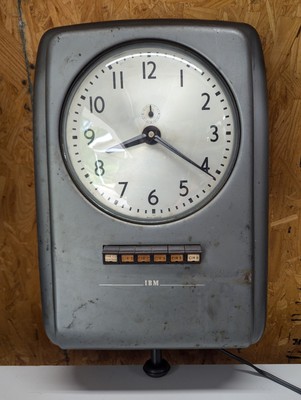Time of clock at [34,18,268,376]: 8:20
